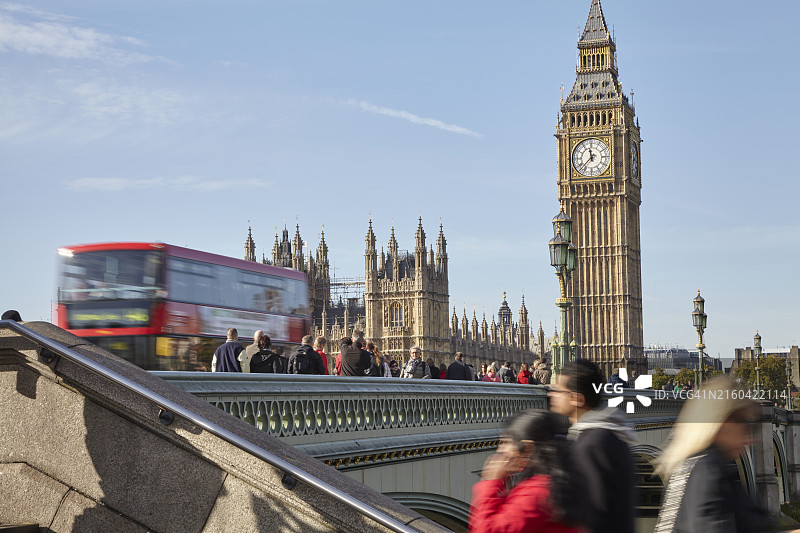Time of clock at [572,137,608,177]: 11:37
